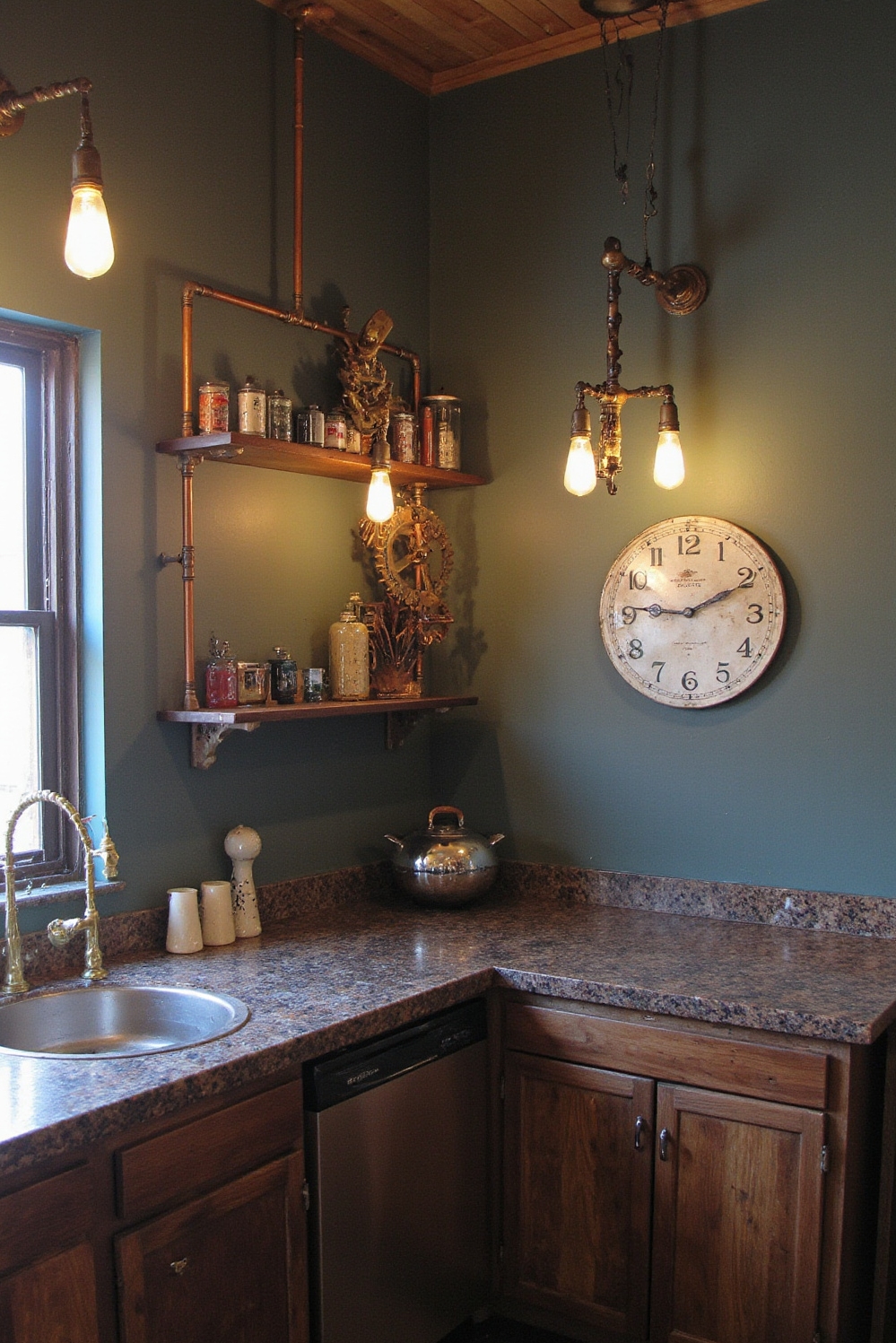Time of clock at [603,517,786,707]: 9:10
